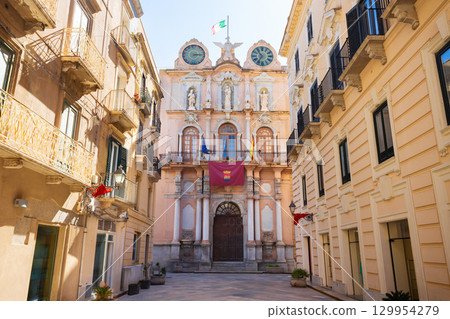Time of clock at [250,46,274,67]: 10:35
